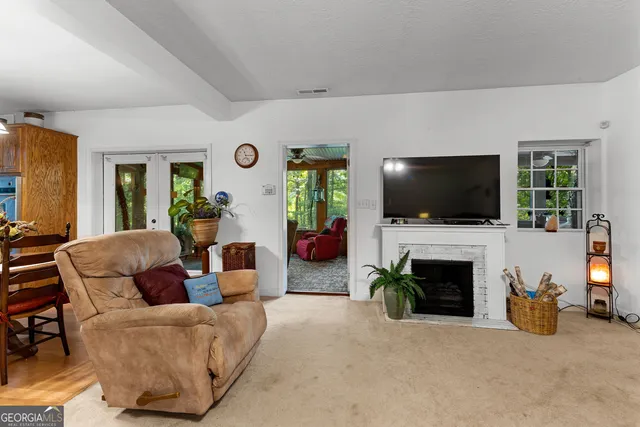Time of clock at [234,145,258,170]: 11:14
